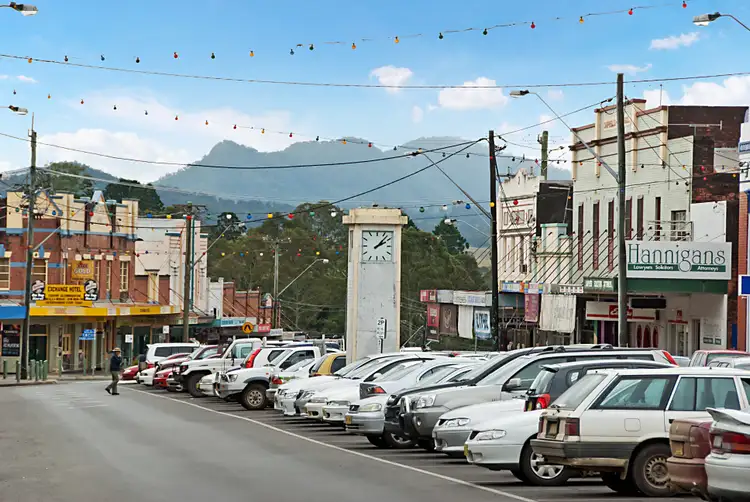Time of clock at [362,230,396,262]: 2:07
